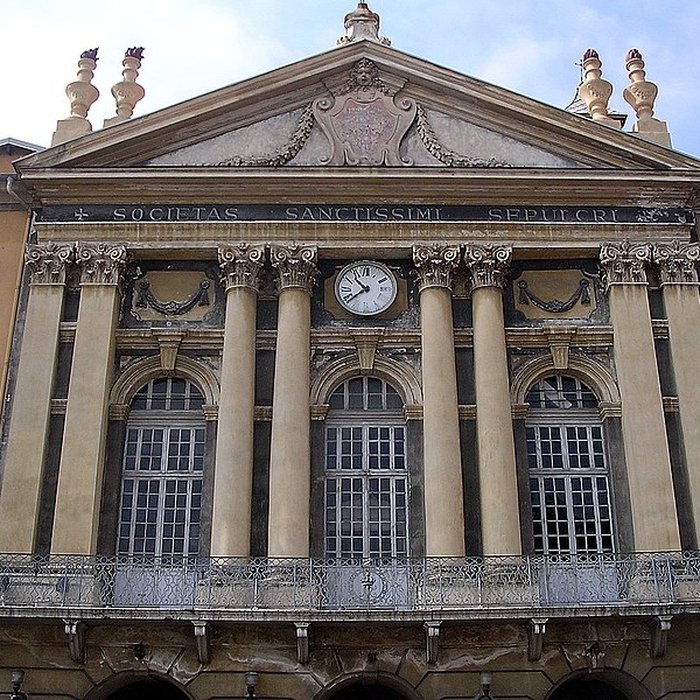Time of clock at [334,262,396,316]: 10:38
